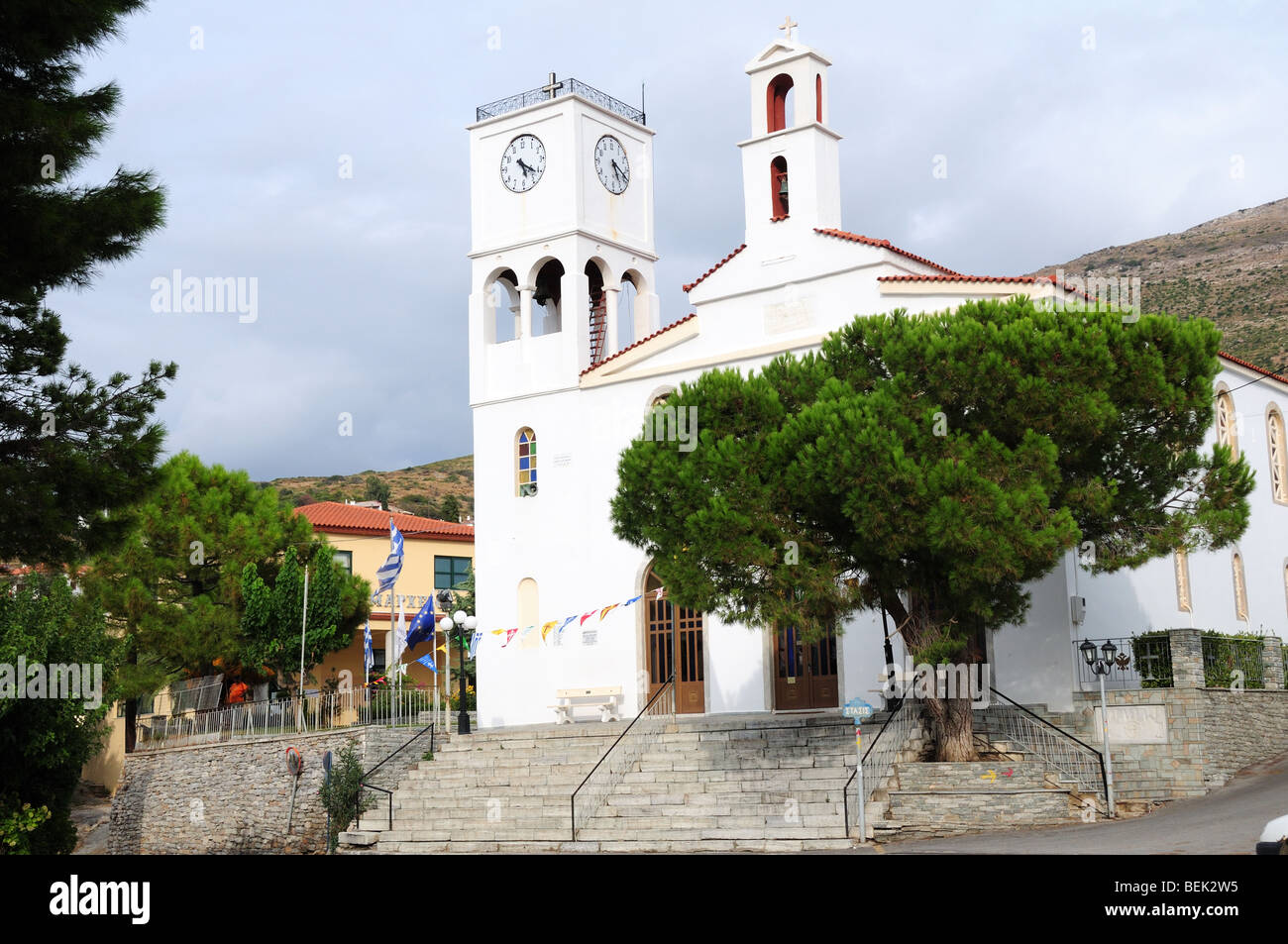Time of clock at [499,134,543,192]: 5:21
